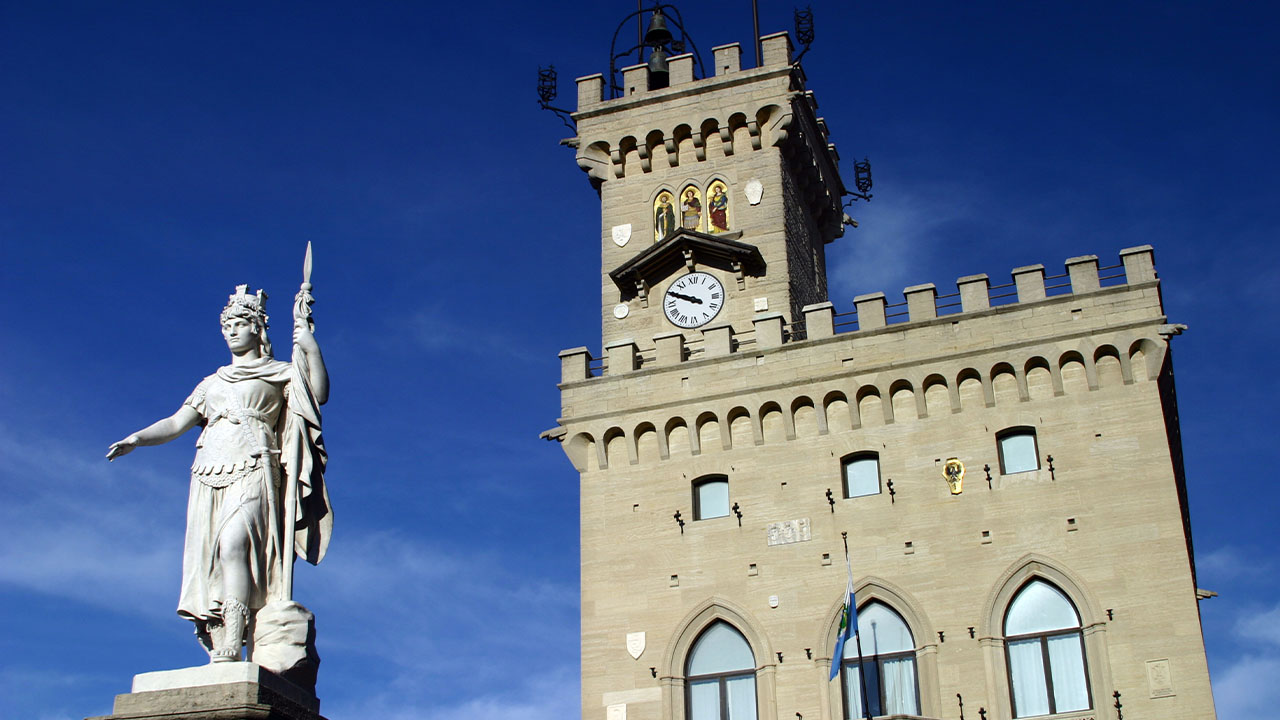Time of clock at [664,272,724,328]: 9:49
